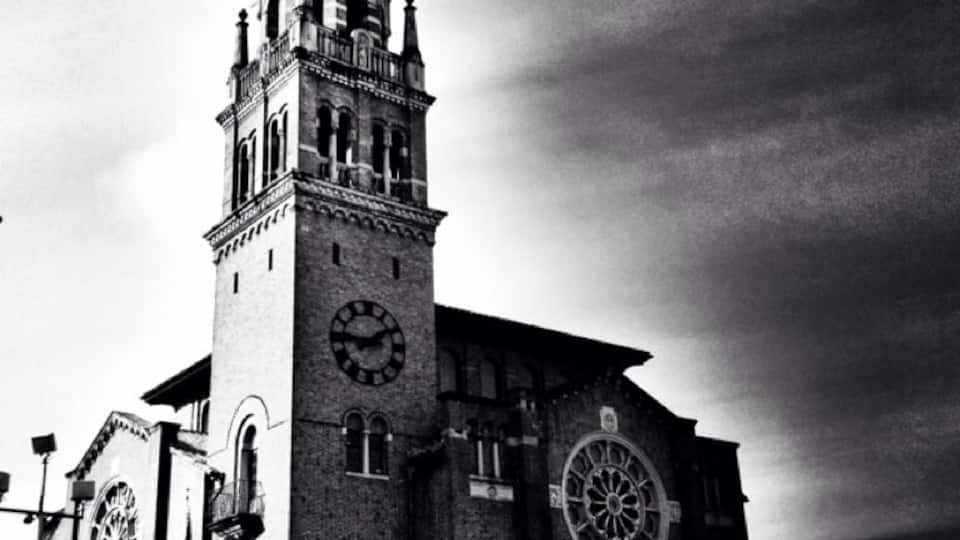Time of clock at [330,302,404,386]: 1:46
